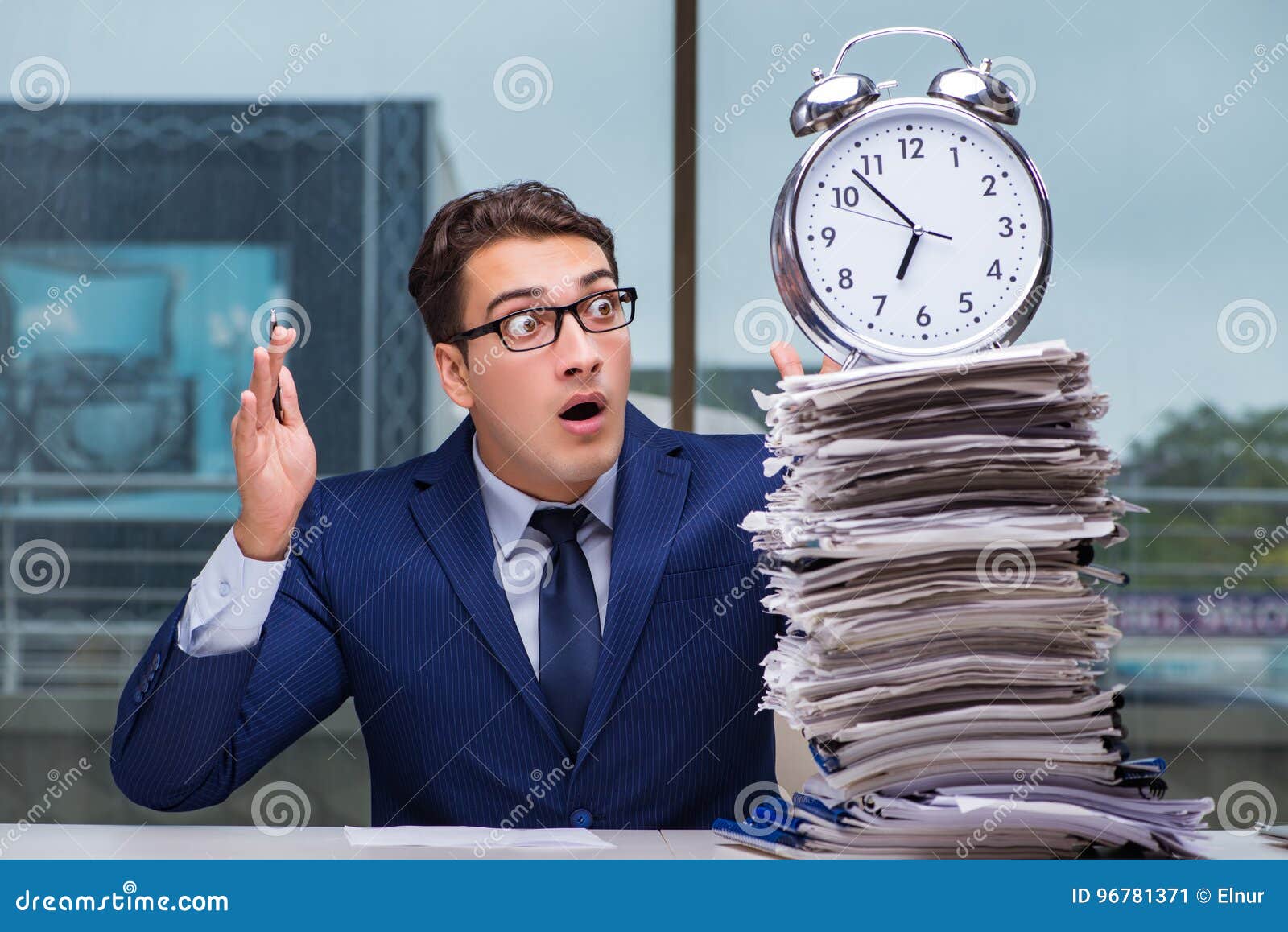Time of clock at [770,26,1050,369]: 6:52
